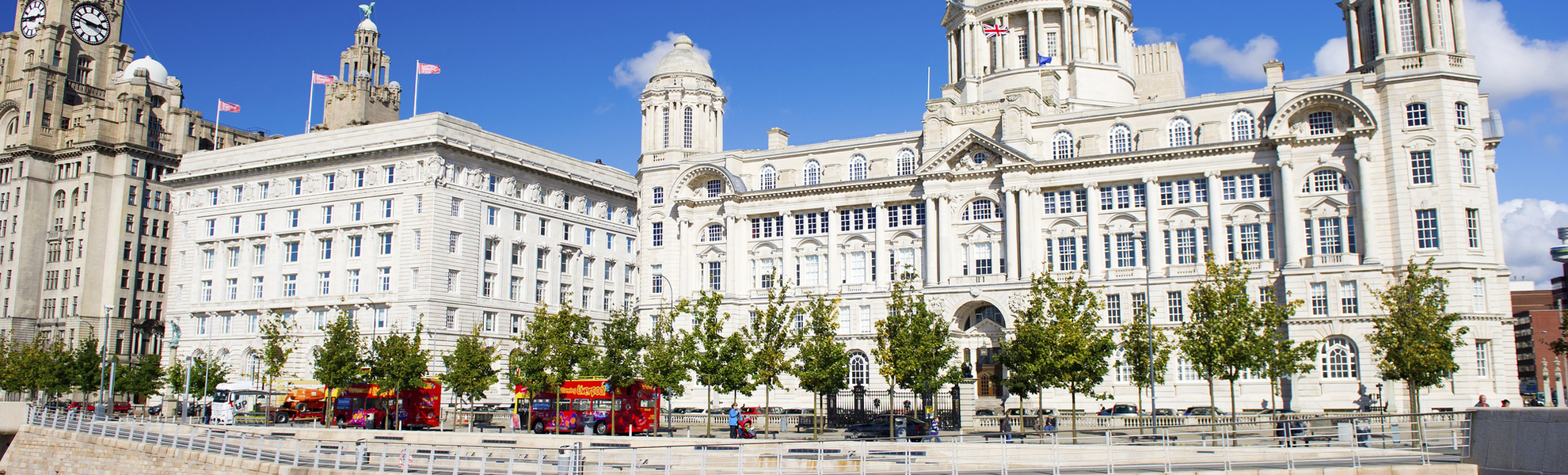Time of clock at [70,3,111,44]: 2:47
